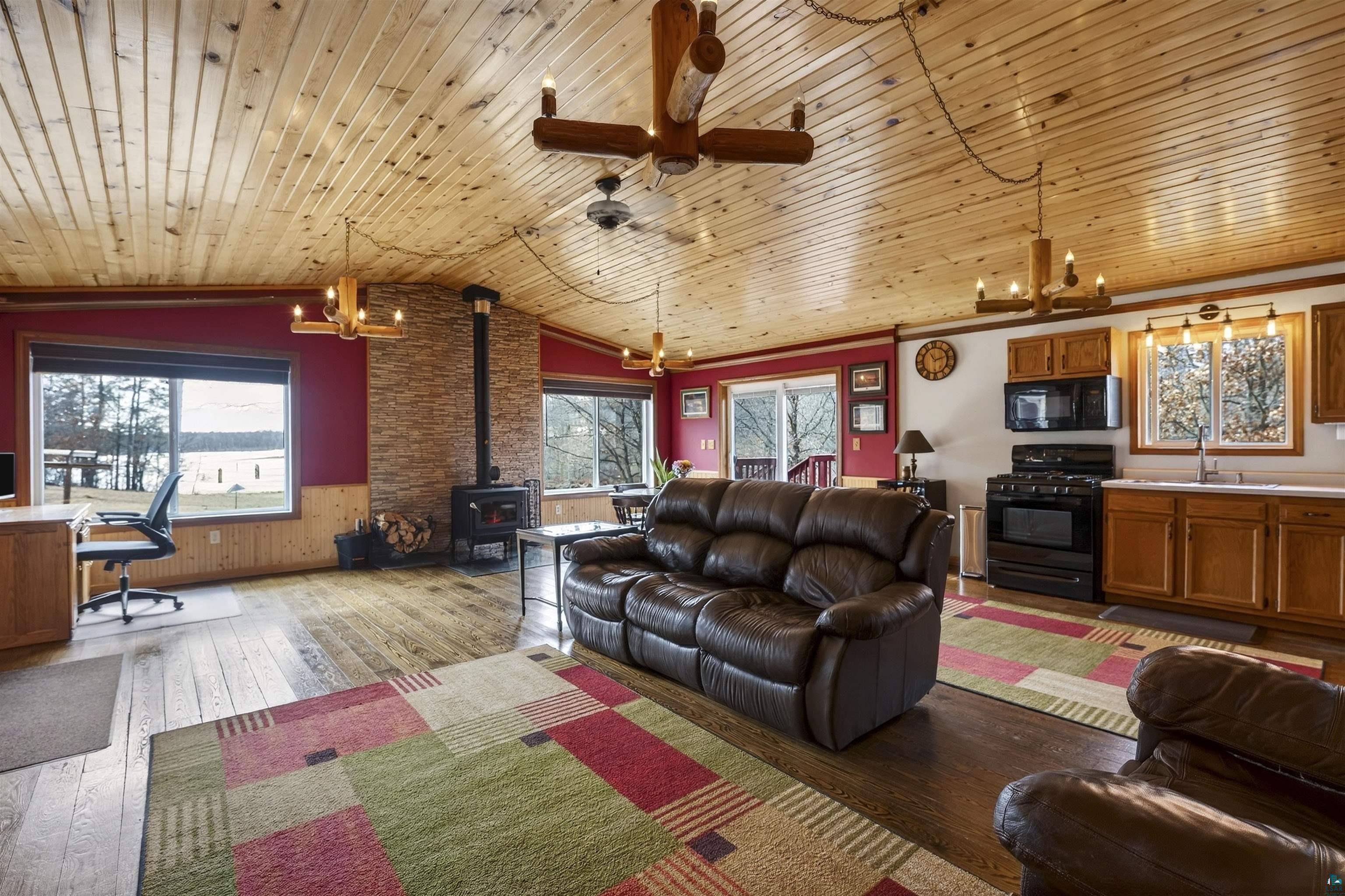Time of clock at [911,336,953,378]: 11:12
